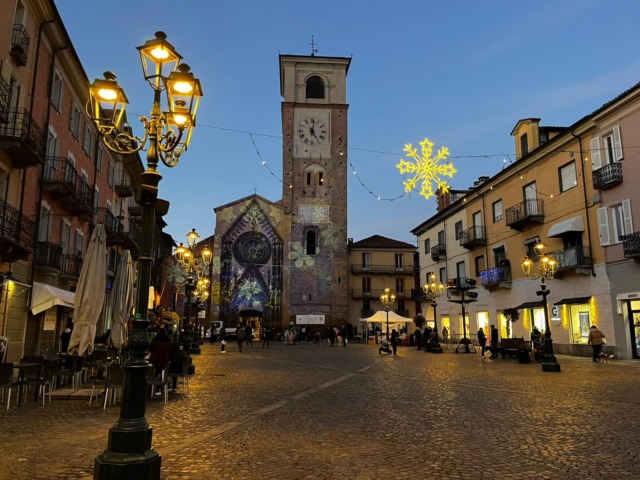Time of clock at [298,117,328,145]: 5:01
